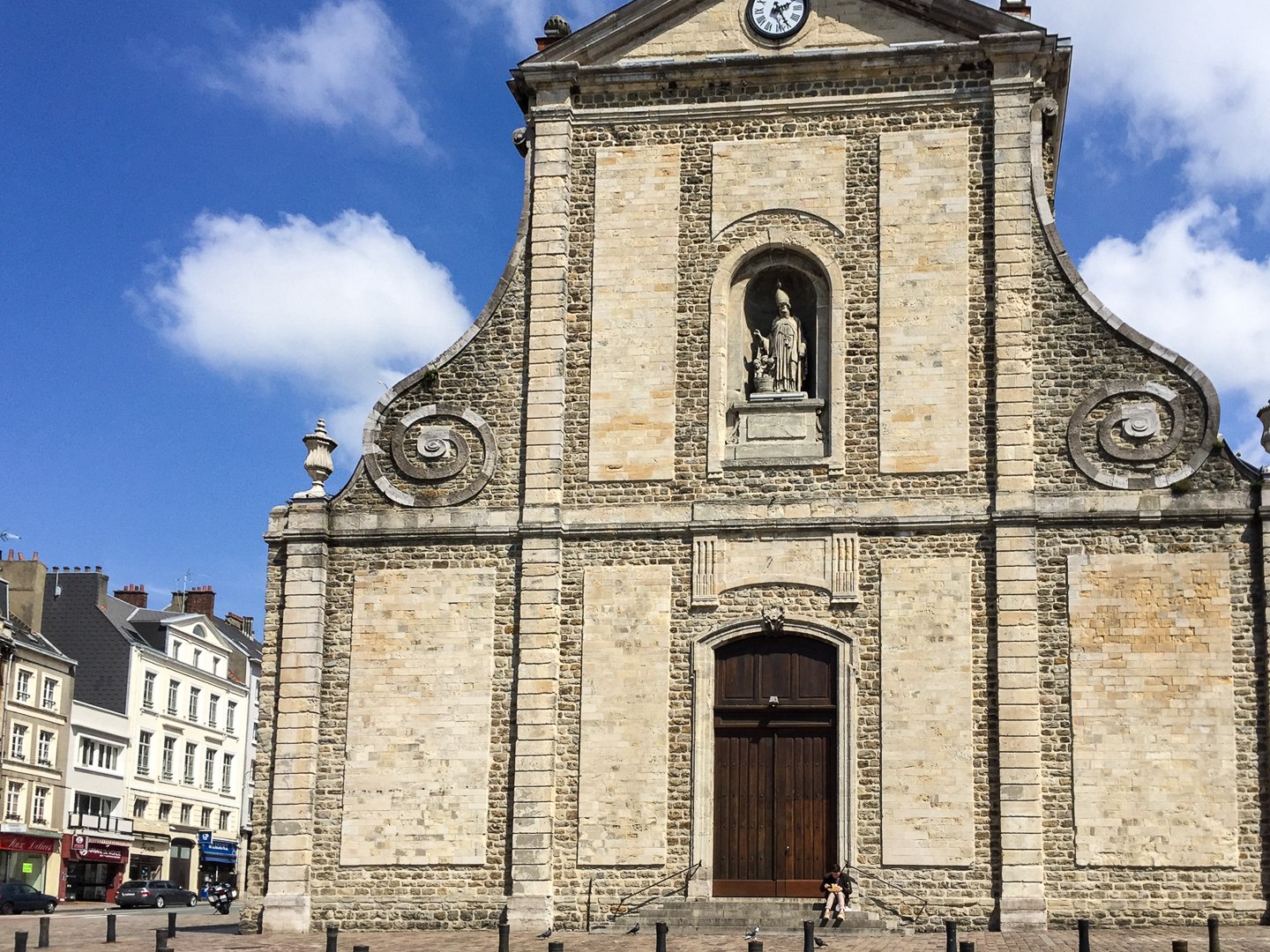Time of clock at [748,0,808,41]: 2:25
